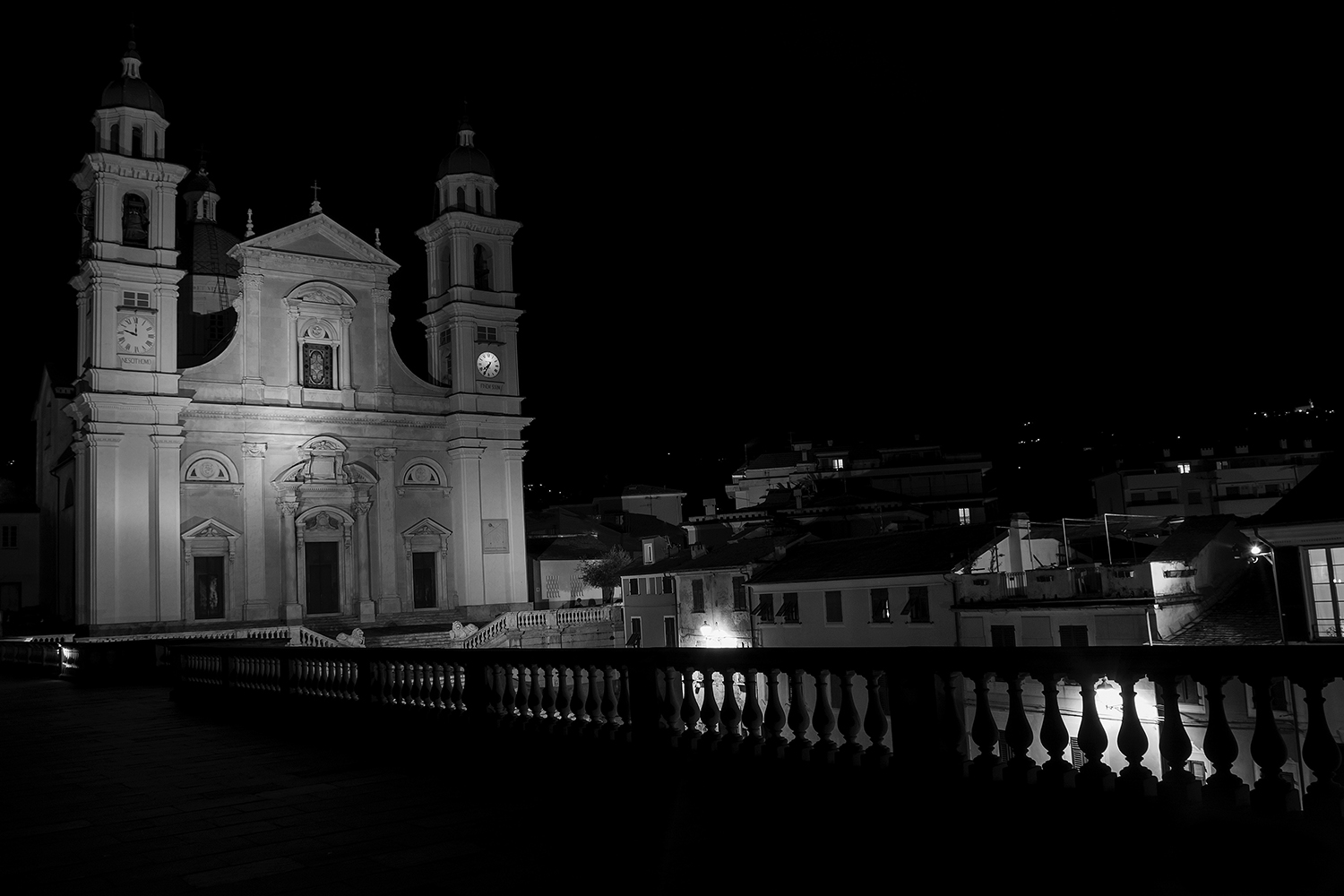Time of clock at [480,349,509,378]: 7:34
